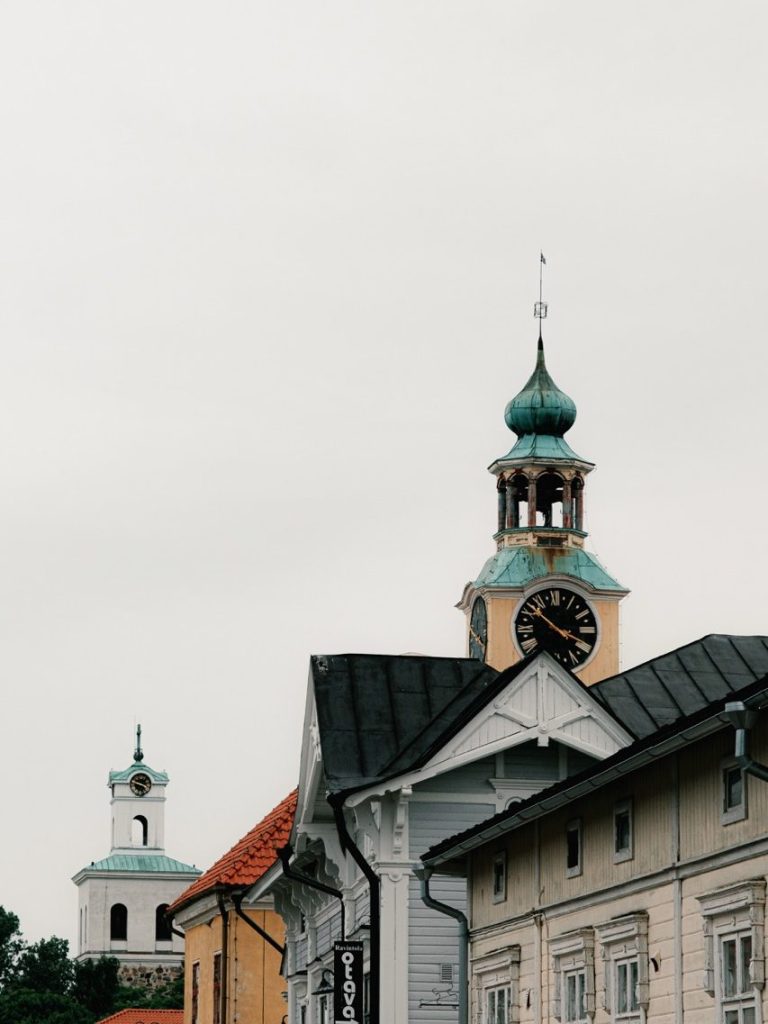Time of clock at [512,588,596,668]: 3:52
